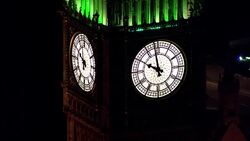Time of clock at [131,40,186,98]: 9:57
